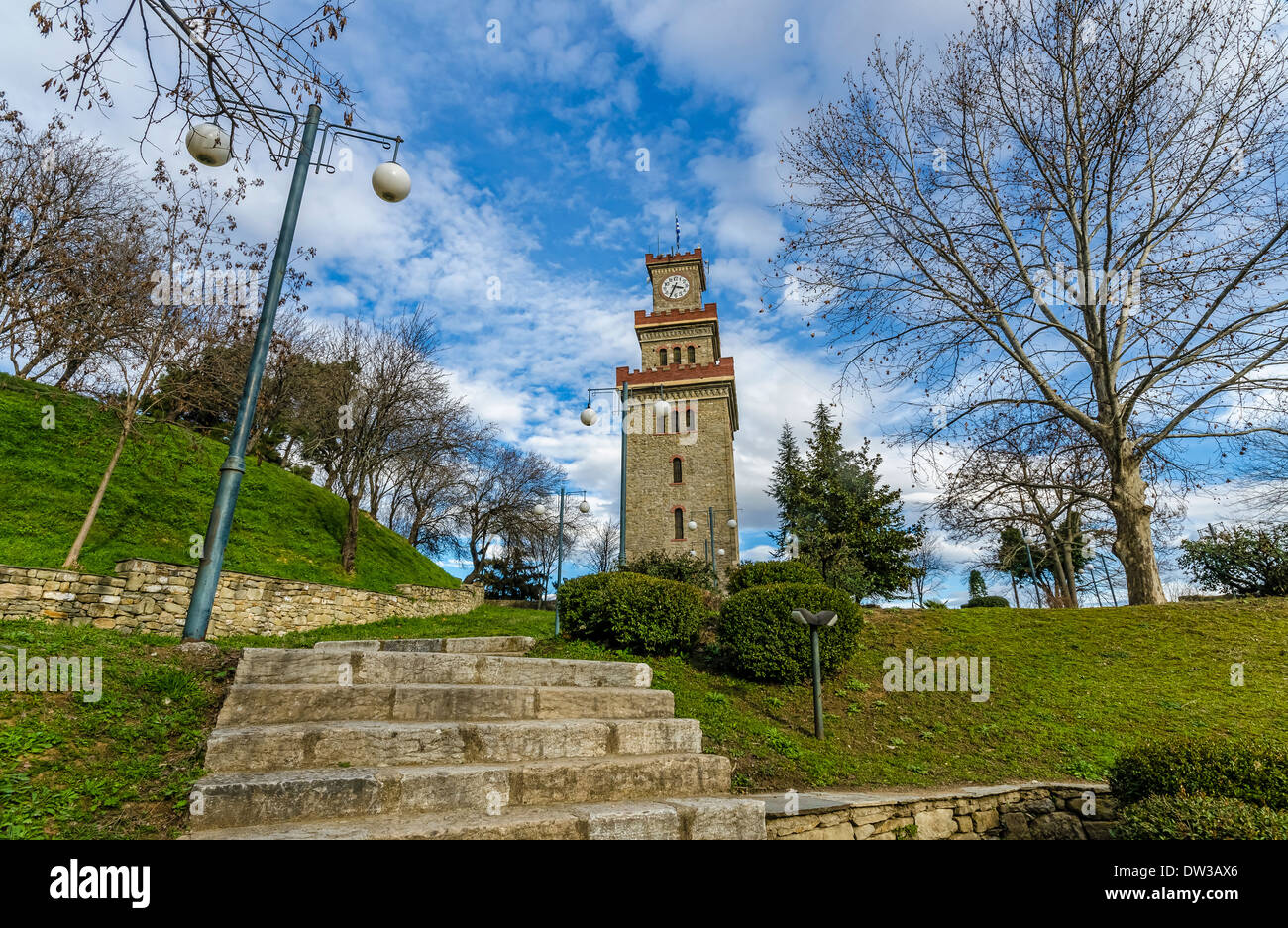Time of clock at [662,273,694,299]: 3:34
